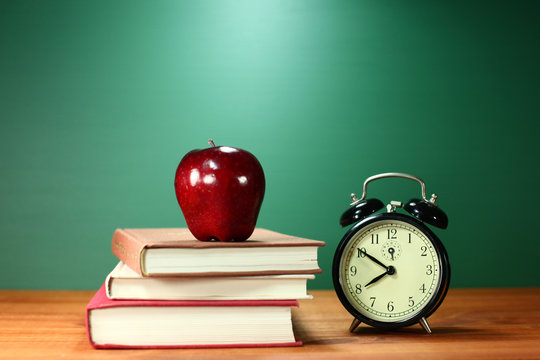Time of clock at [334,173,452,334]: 7:50
